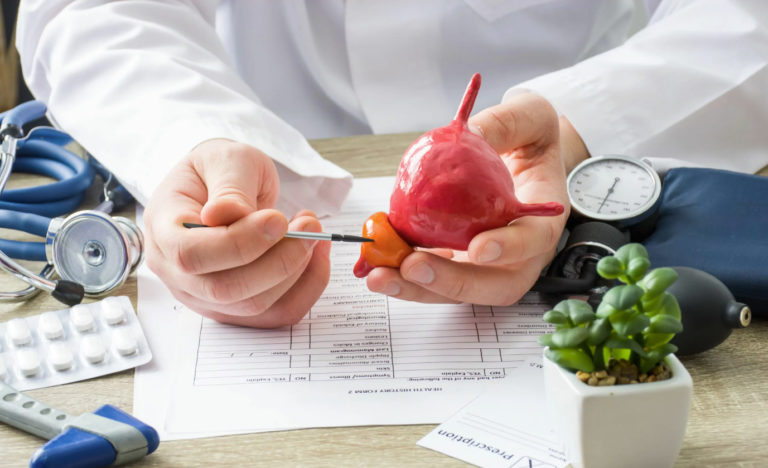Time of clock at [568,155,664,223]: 12:33
